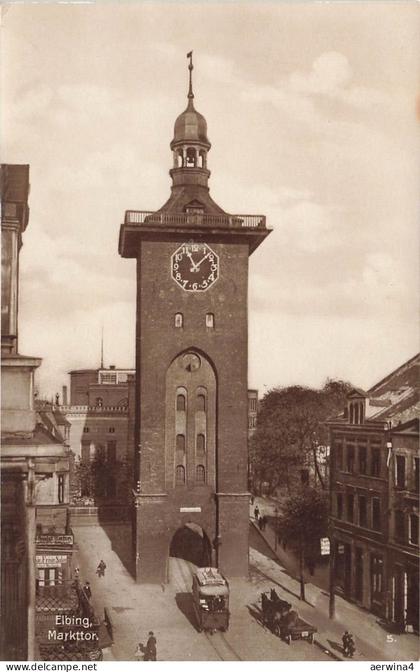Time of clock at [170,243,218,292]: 11:07
